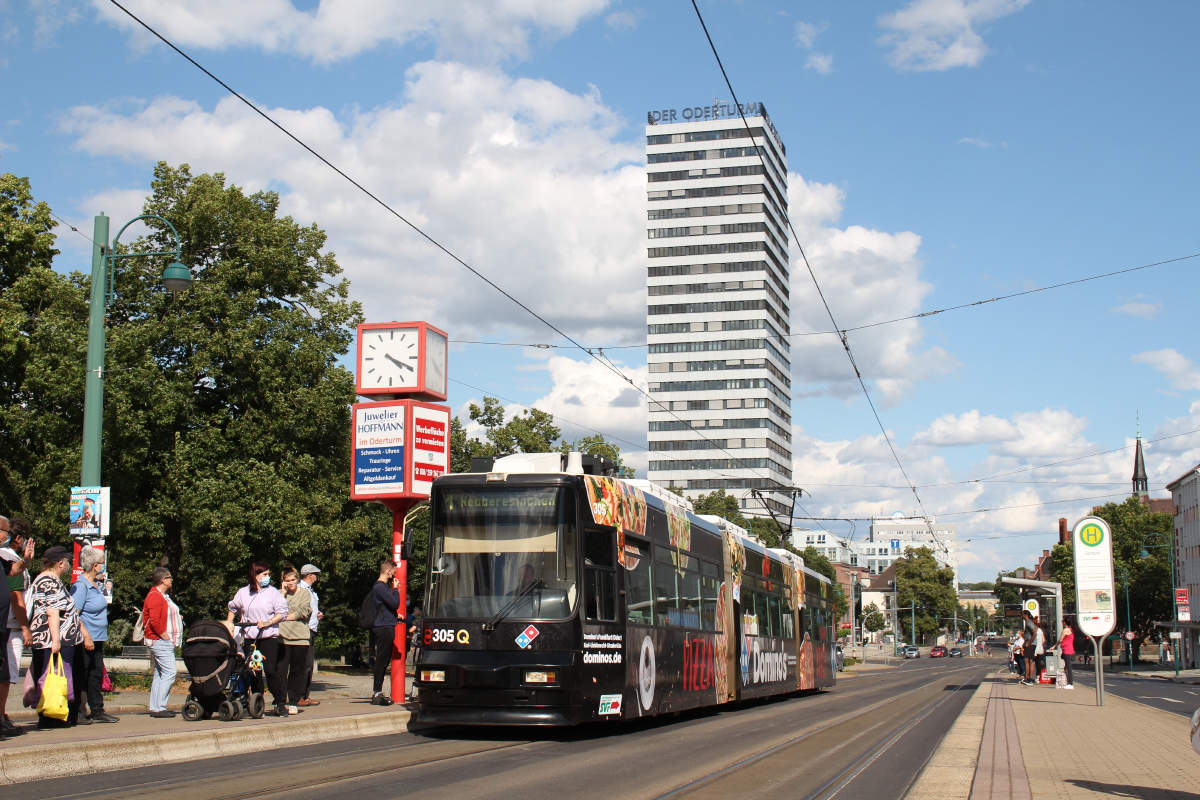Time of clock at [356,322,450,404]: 4:19
